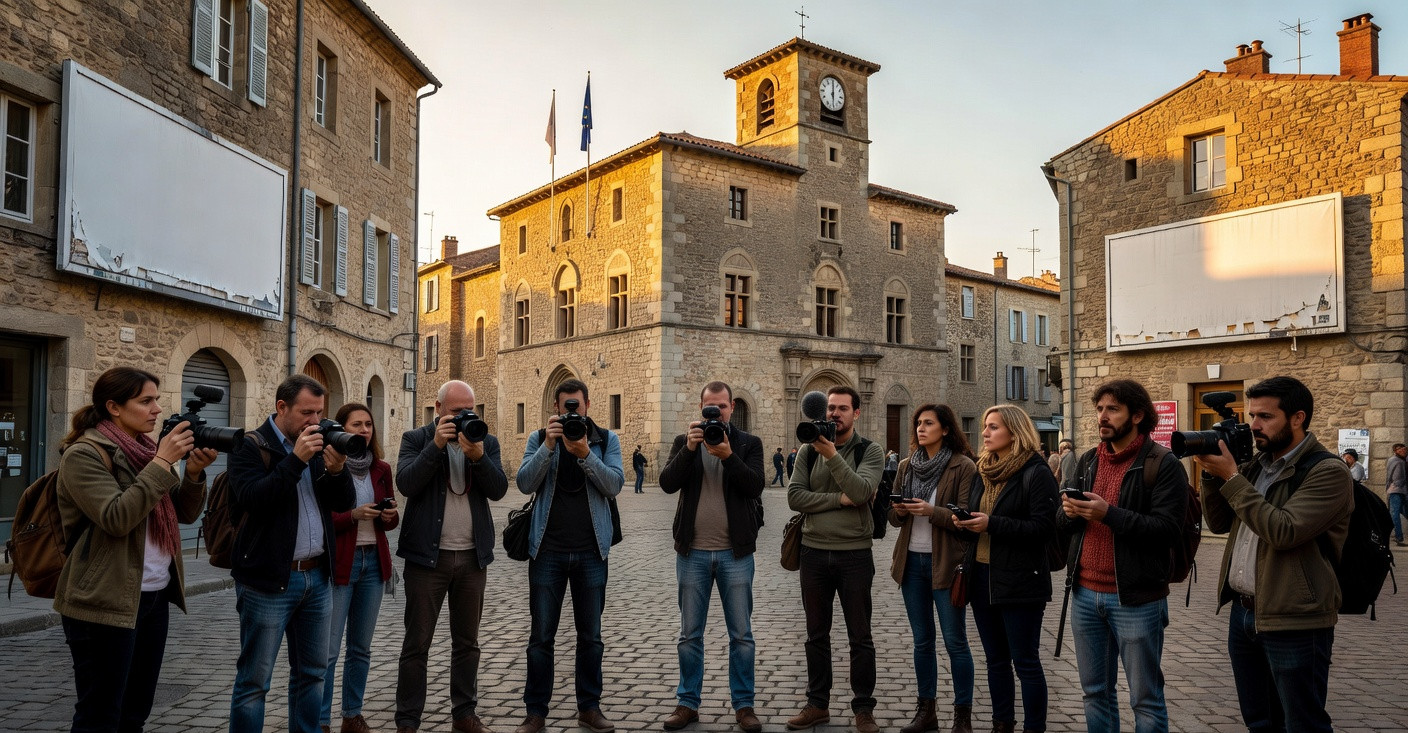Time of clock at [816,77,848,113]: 6:00
